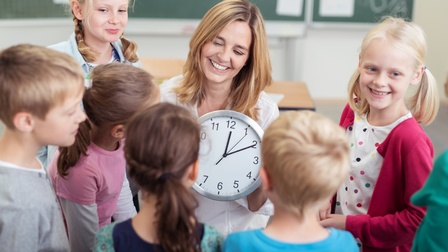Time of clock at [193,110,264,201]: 12:10
